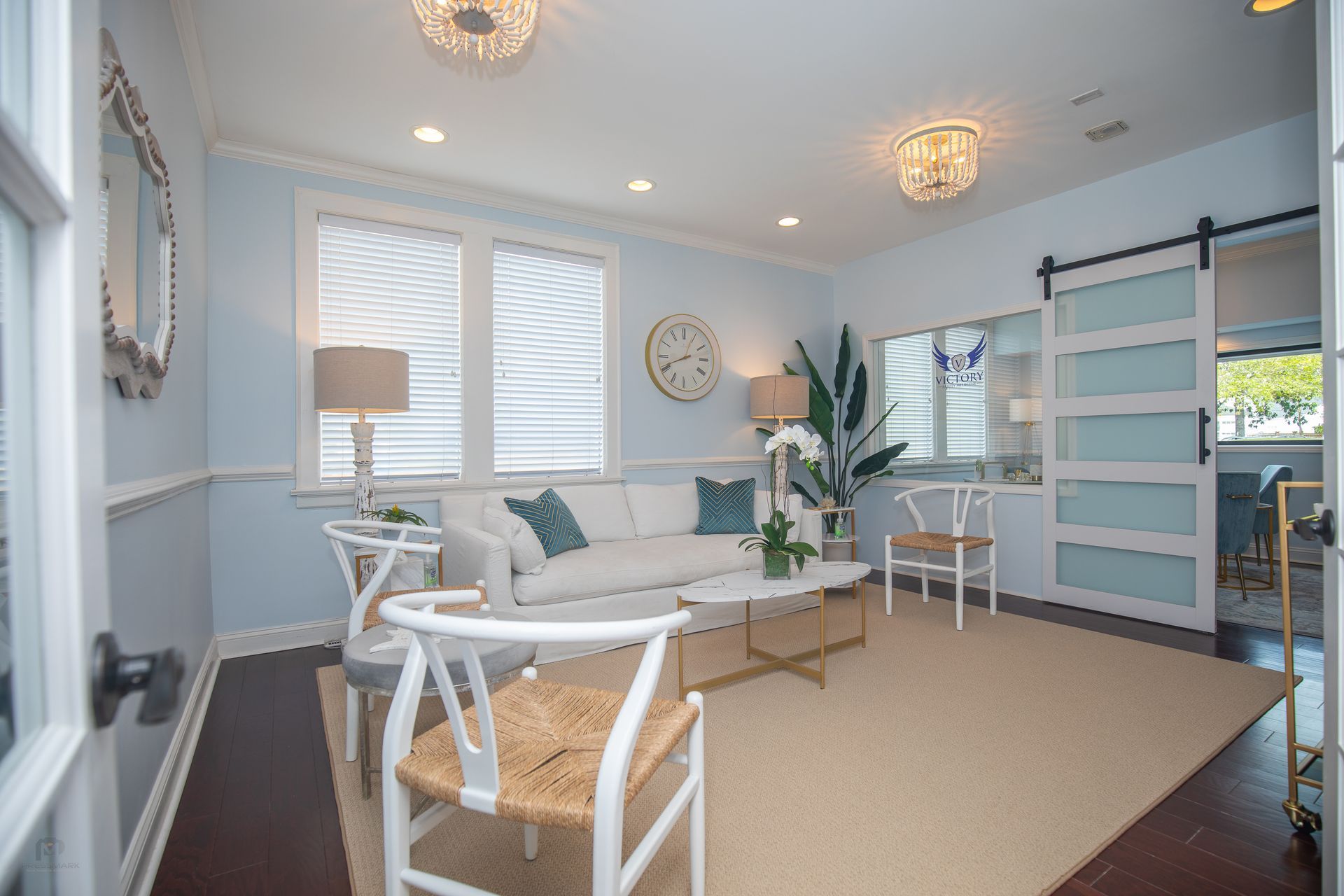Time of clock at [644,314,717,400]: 12:41
